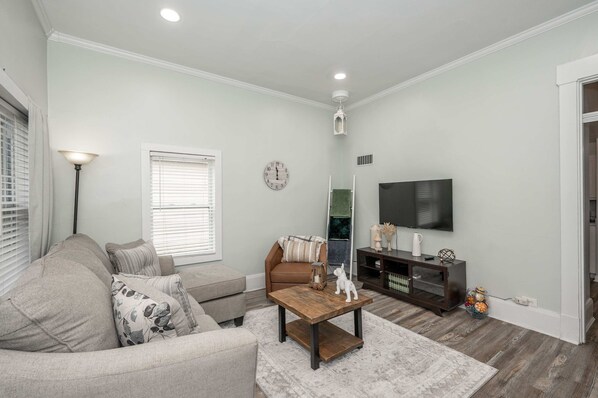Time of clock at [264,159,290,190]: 11:58
